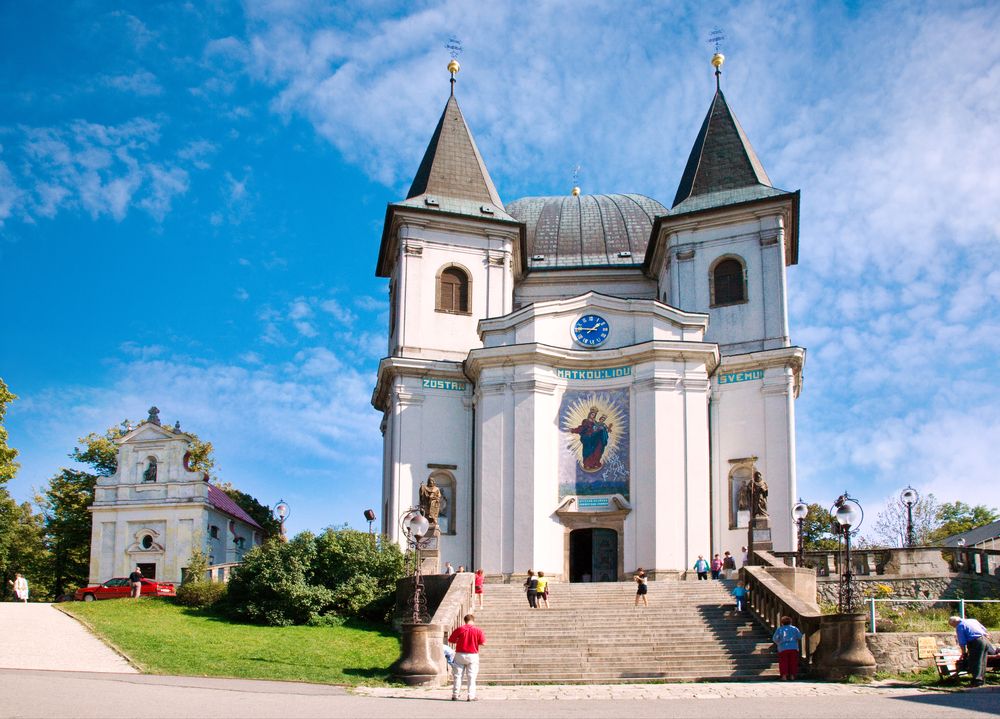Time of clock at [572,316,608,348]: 1:46
